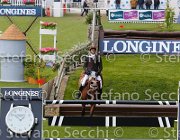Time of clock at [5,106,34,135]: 1:51
